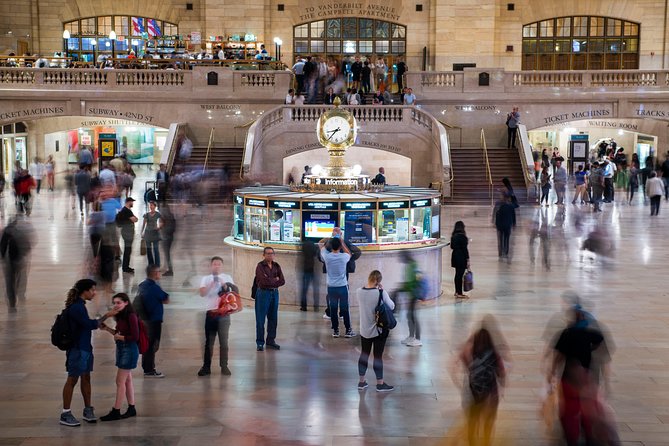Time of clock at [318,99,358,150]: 8:37
